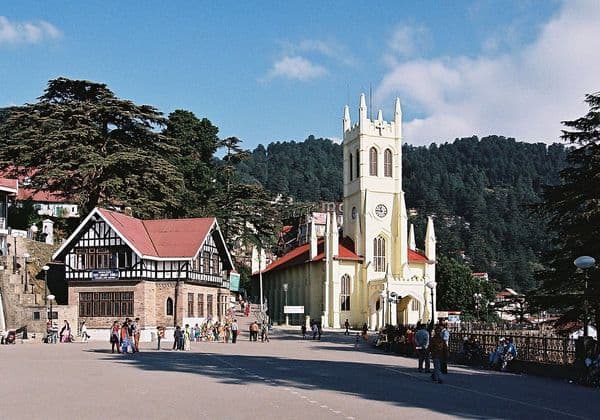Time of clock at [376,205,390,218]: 11:45
